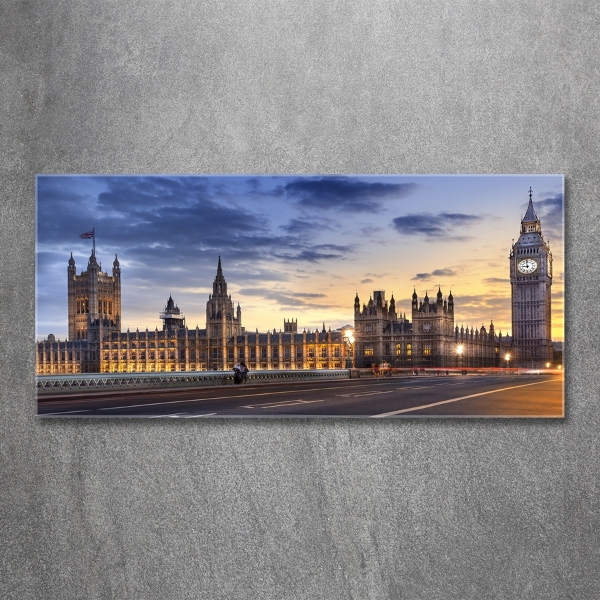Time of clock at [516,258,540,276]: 8:58
